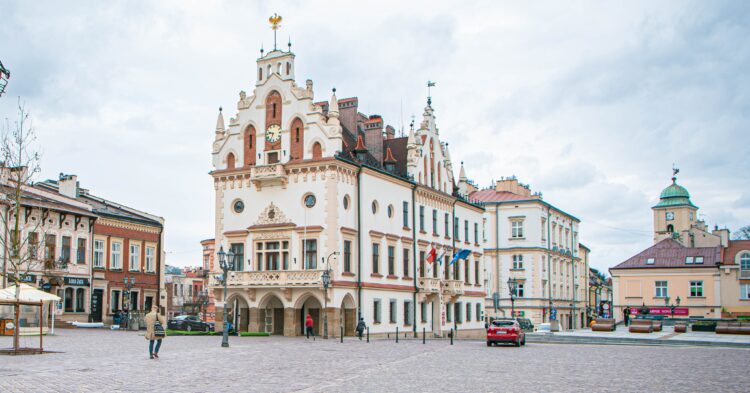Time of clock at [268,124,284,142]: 9:34
